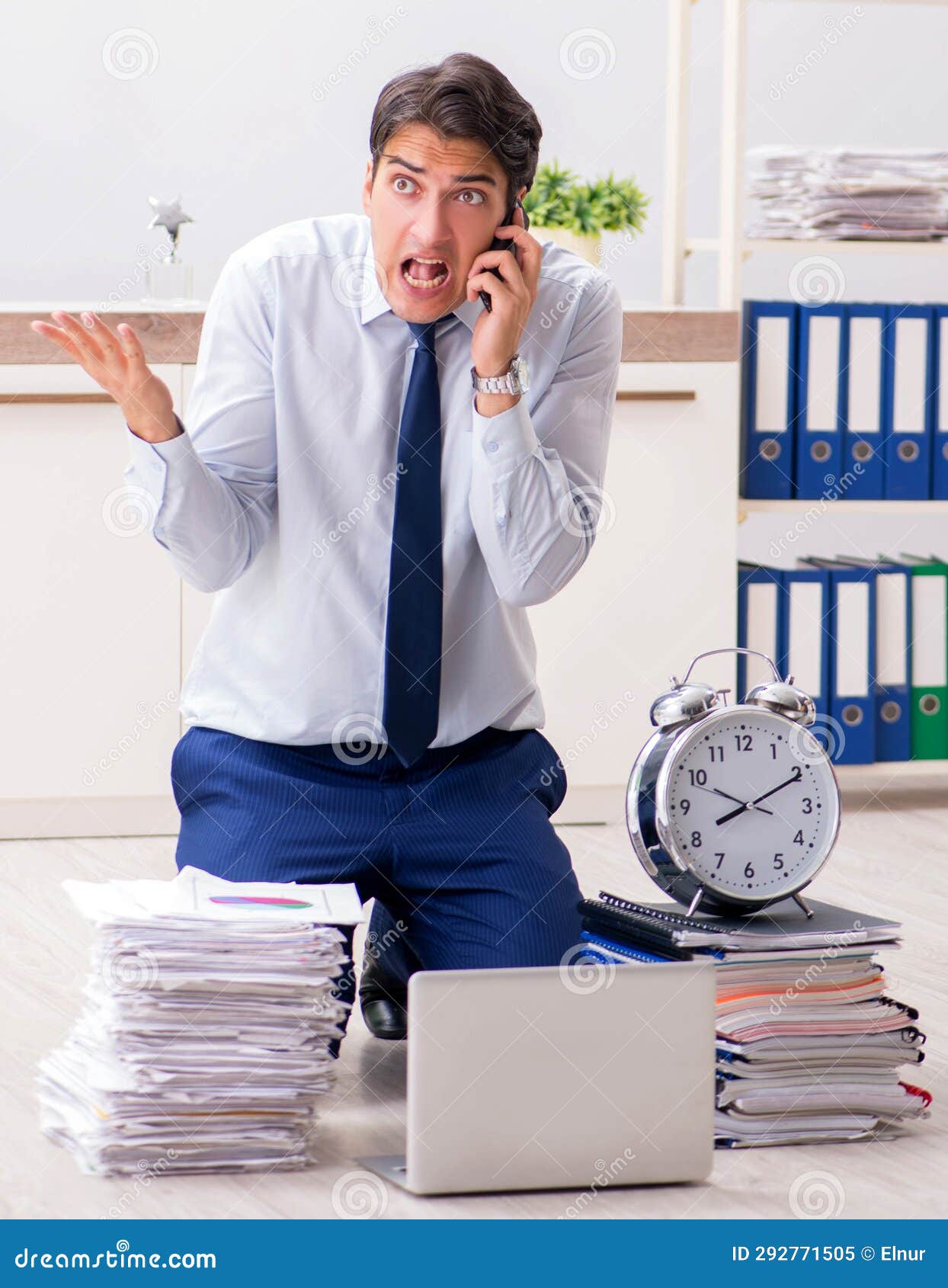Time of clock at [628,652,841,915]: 8:10
